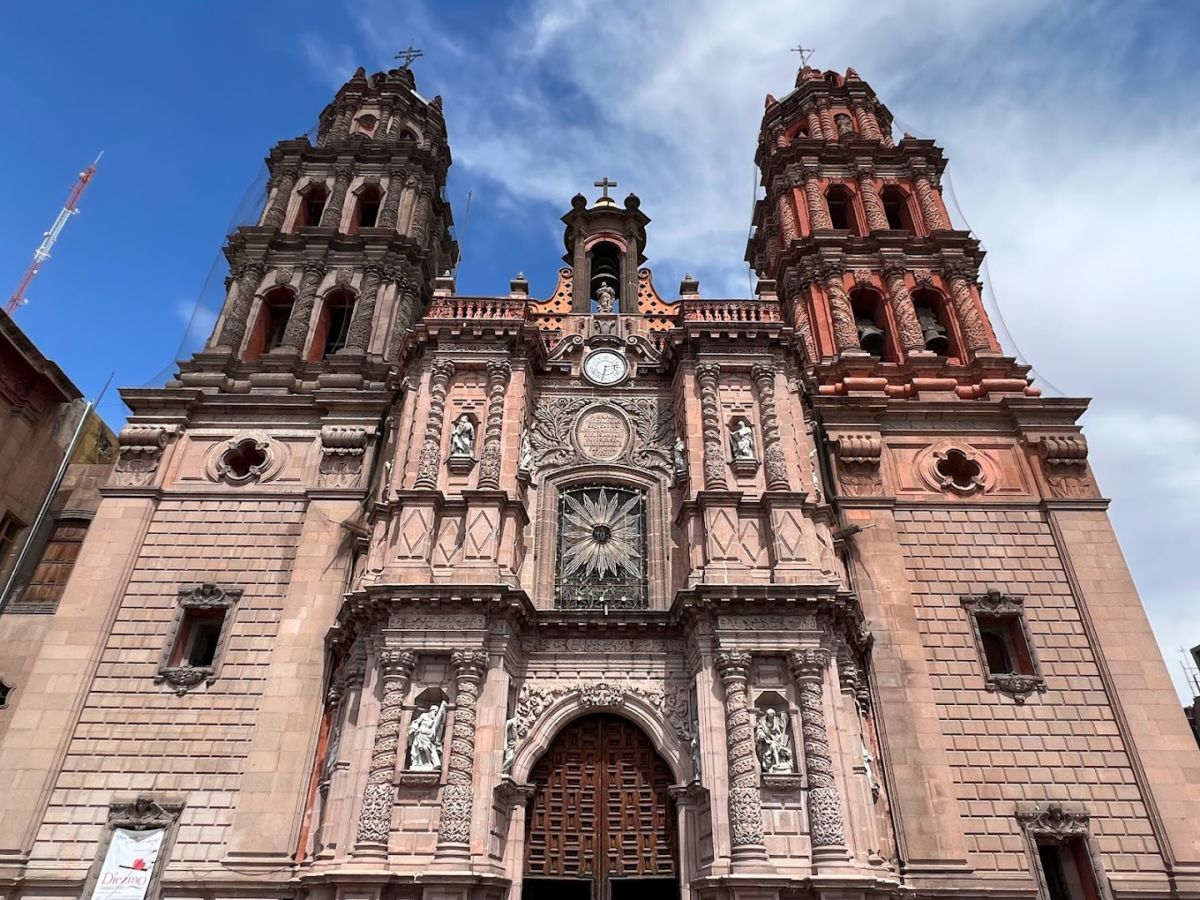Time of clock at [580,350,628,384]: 2:32
